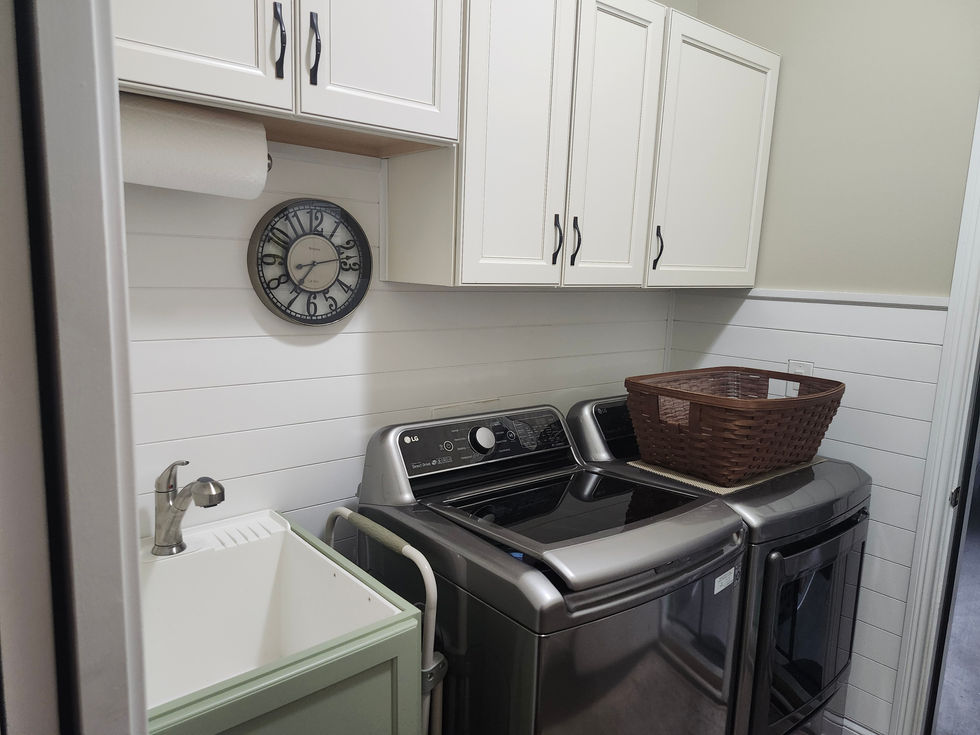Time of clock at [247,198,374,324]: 7:12
